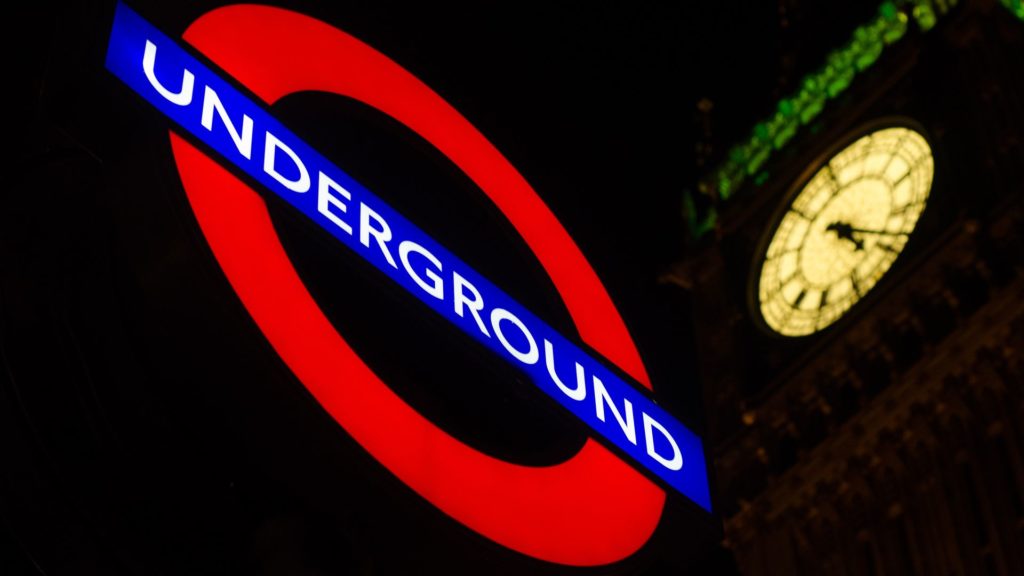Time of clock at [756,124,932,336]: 4:18
